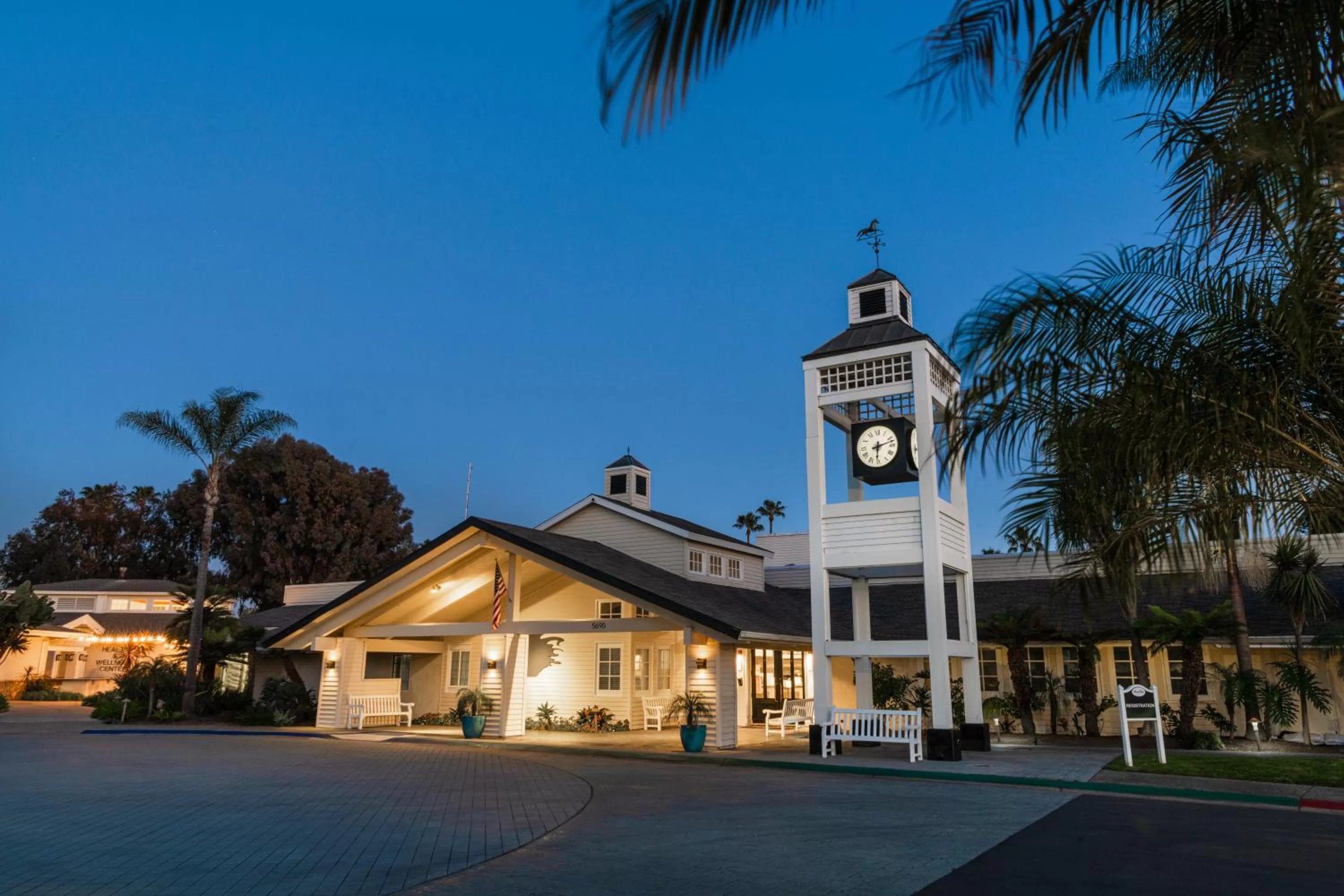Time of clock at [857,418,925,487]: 6:12
